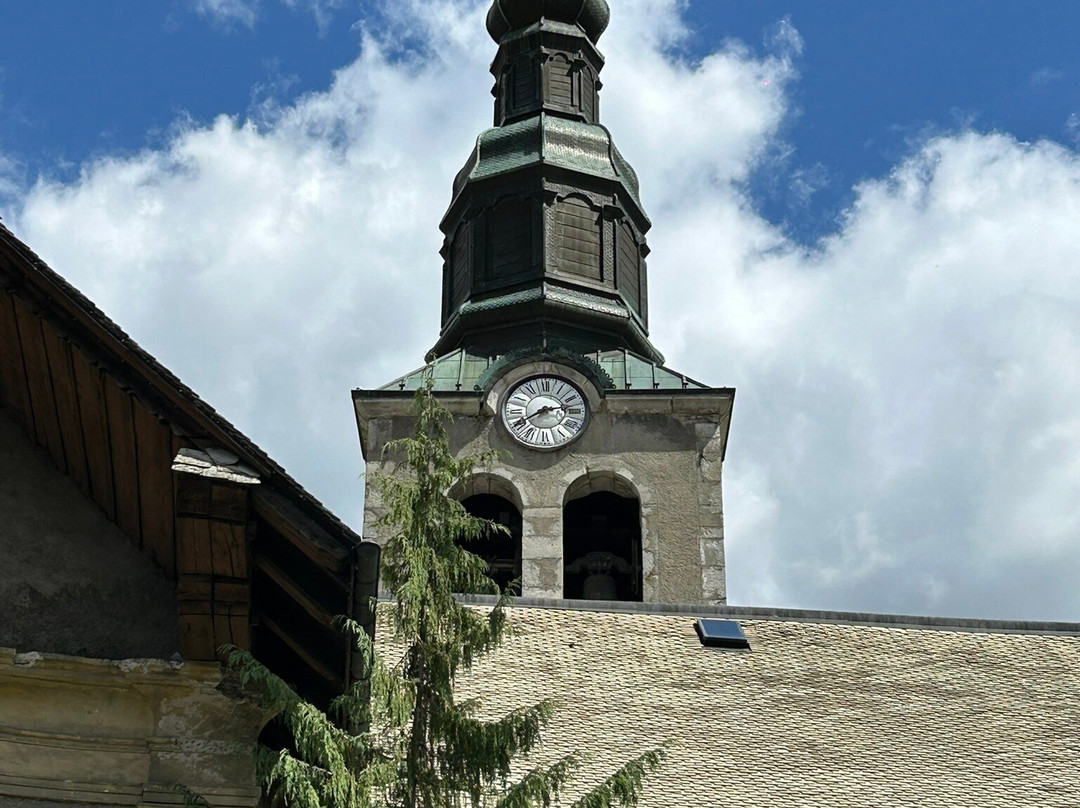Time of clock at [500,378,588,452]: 2:40
